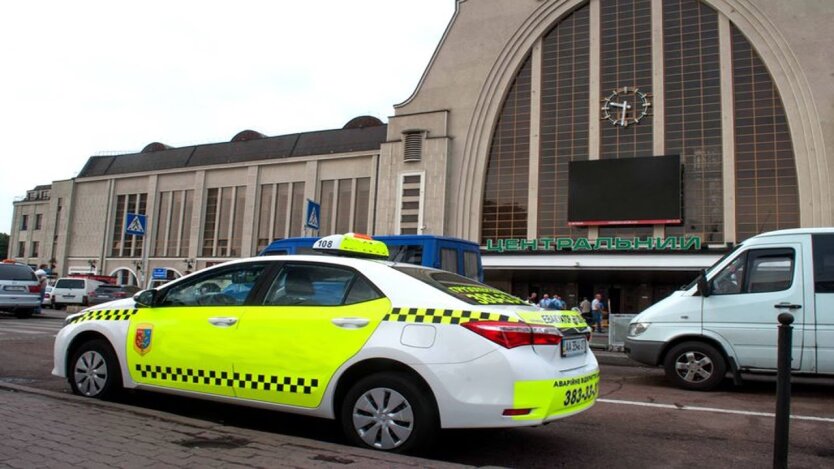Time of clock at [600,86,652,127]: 9:31
